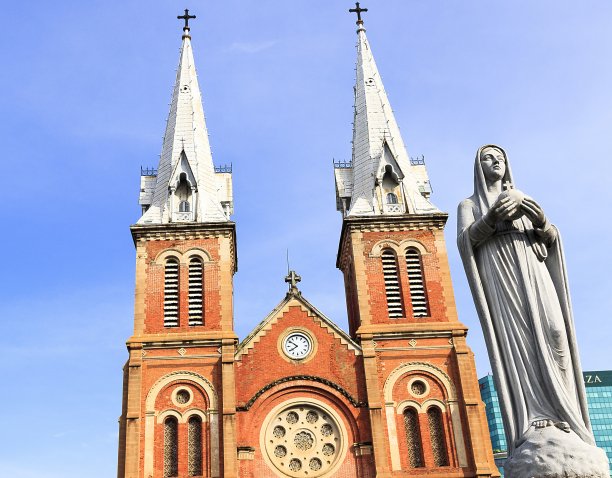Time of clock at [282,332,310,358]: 7:51
